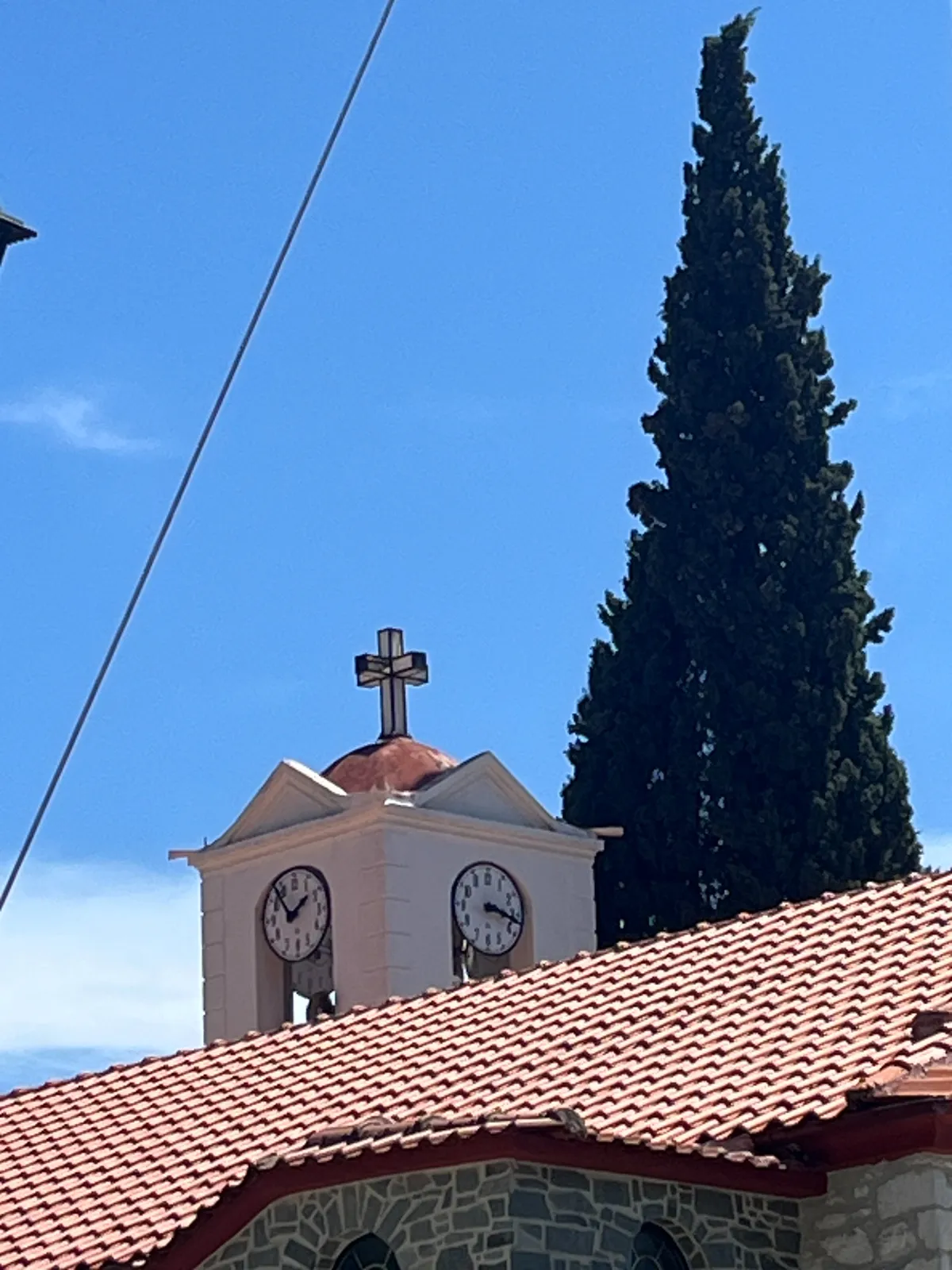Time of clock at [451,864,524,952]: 3:17
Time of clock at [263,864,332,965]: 1:53
